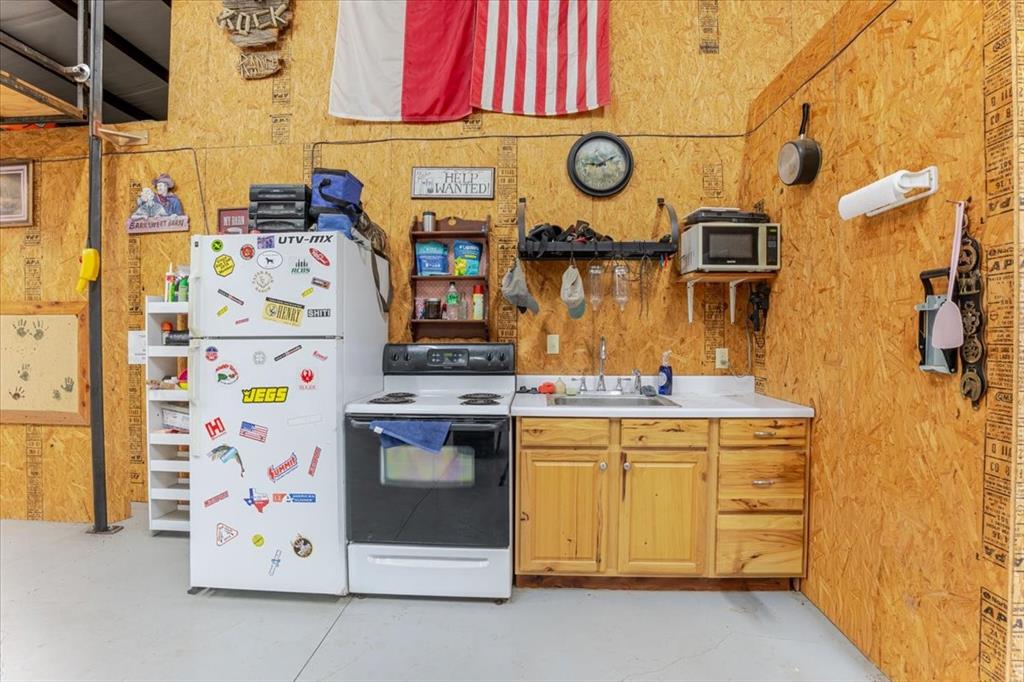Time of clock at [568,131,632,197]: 9:10
